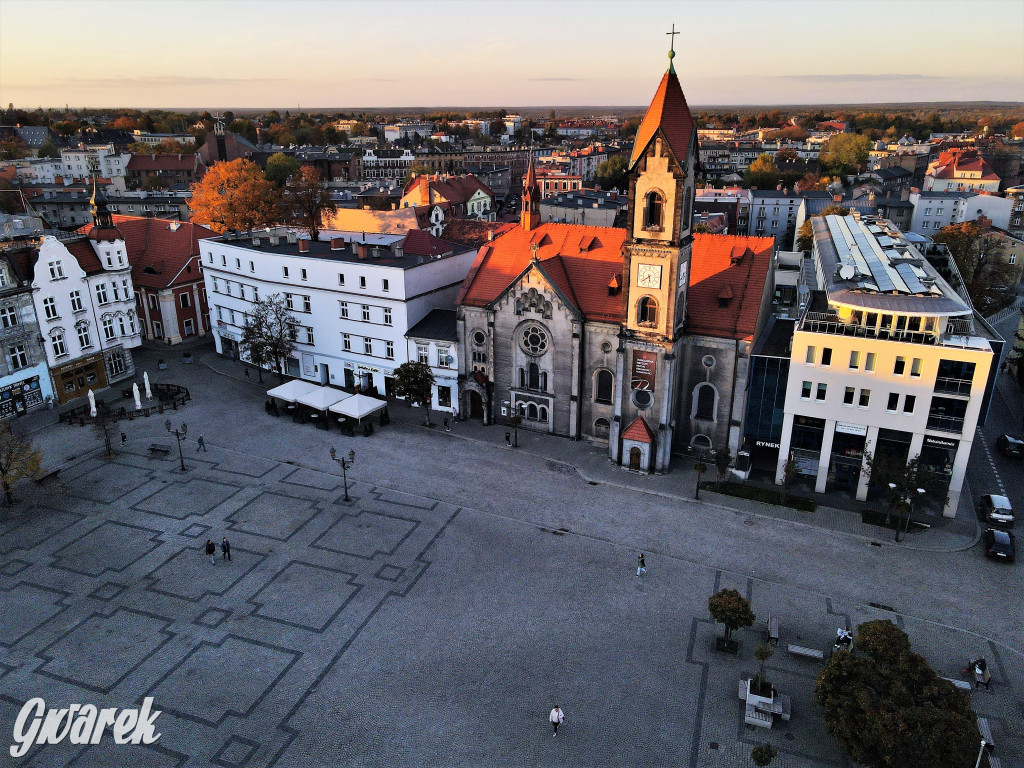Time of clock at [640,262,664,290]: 5:38
